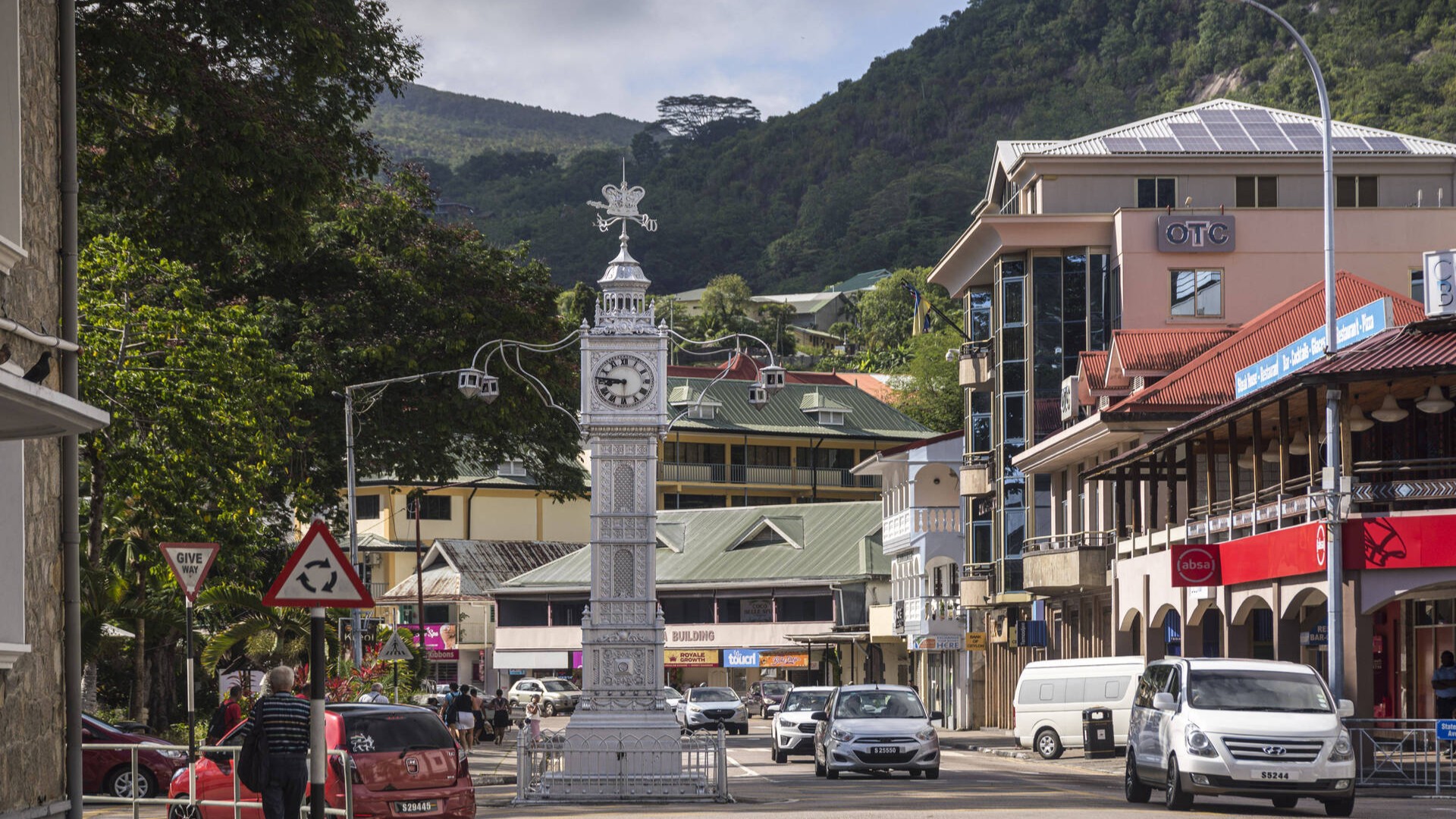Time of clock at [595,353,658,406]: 8:46
